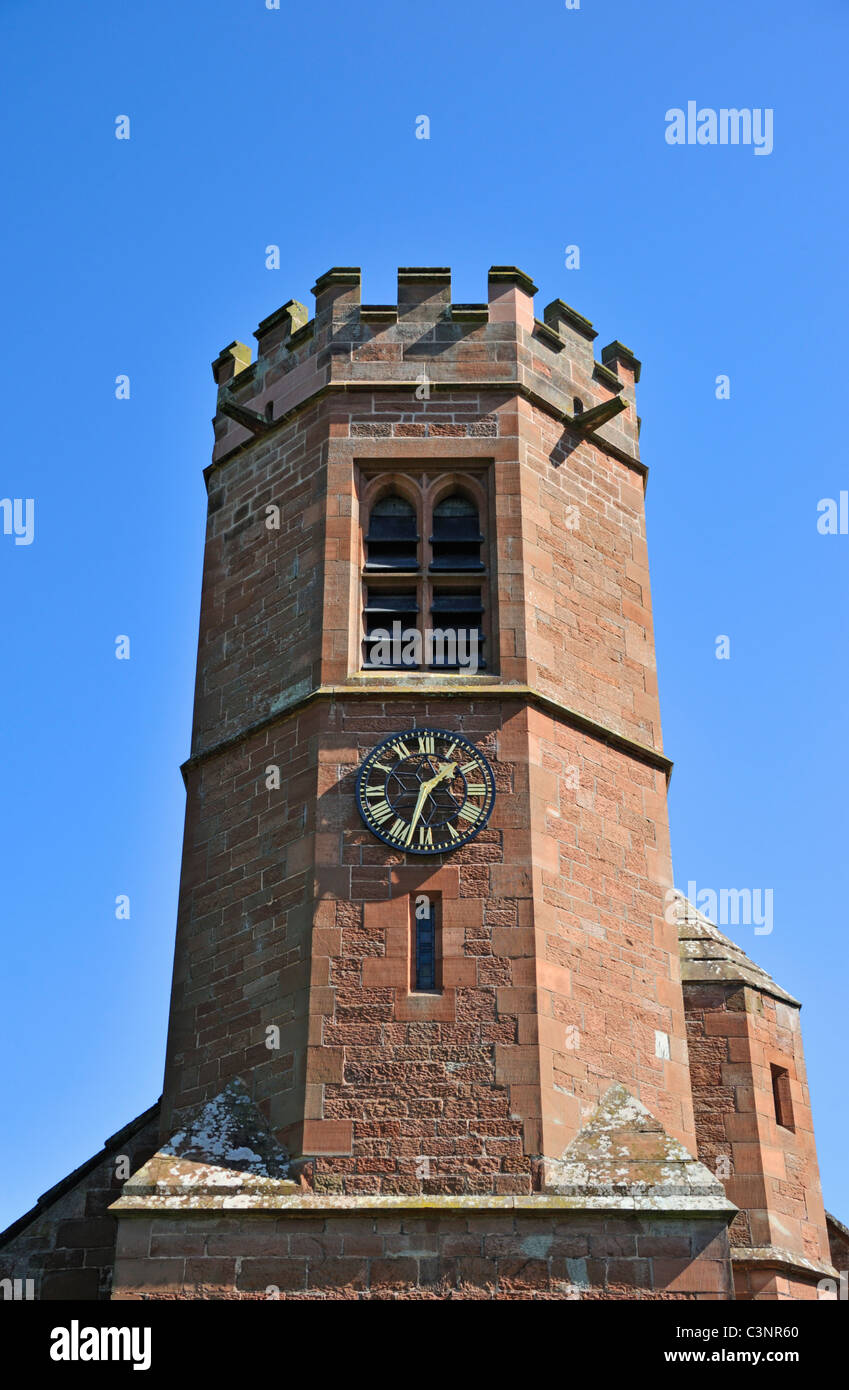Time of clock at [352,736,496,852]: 1:32
